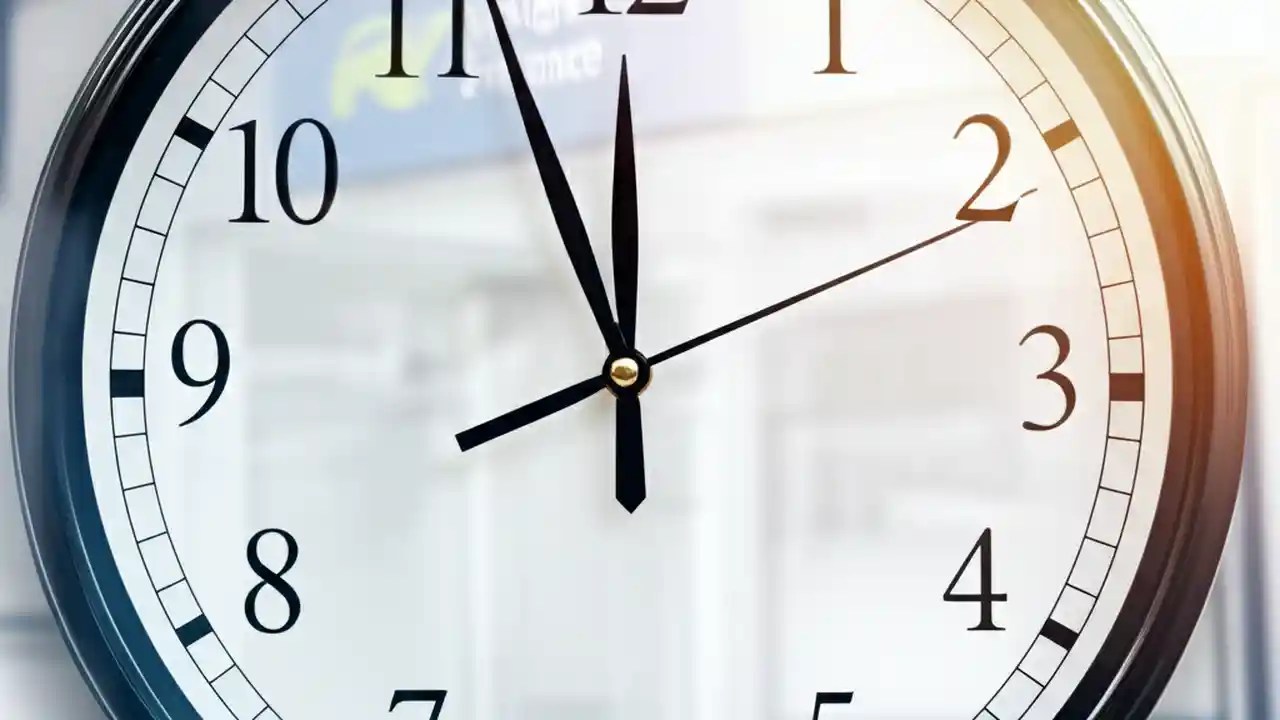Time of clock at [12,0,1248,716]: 11:56
